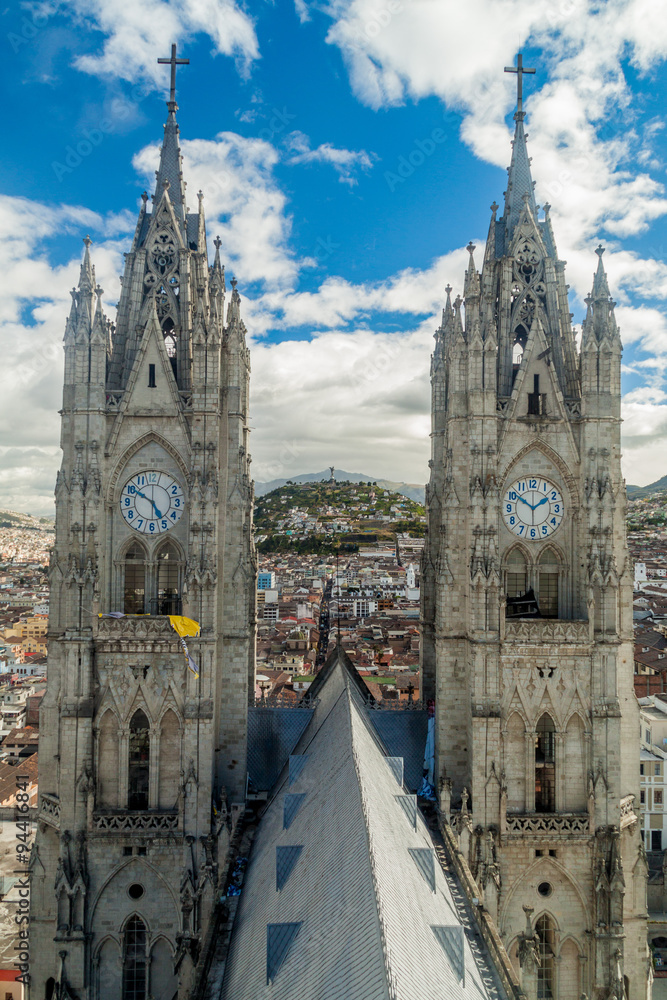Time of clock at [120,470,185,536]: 4:50
